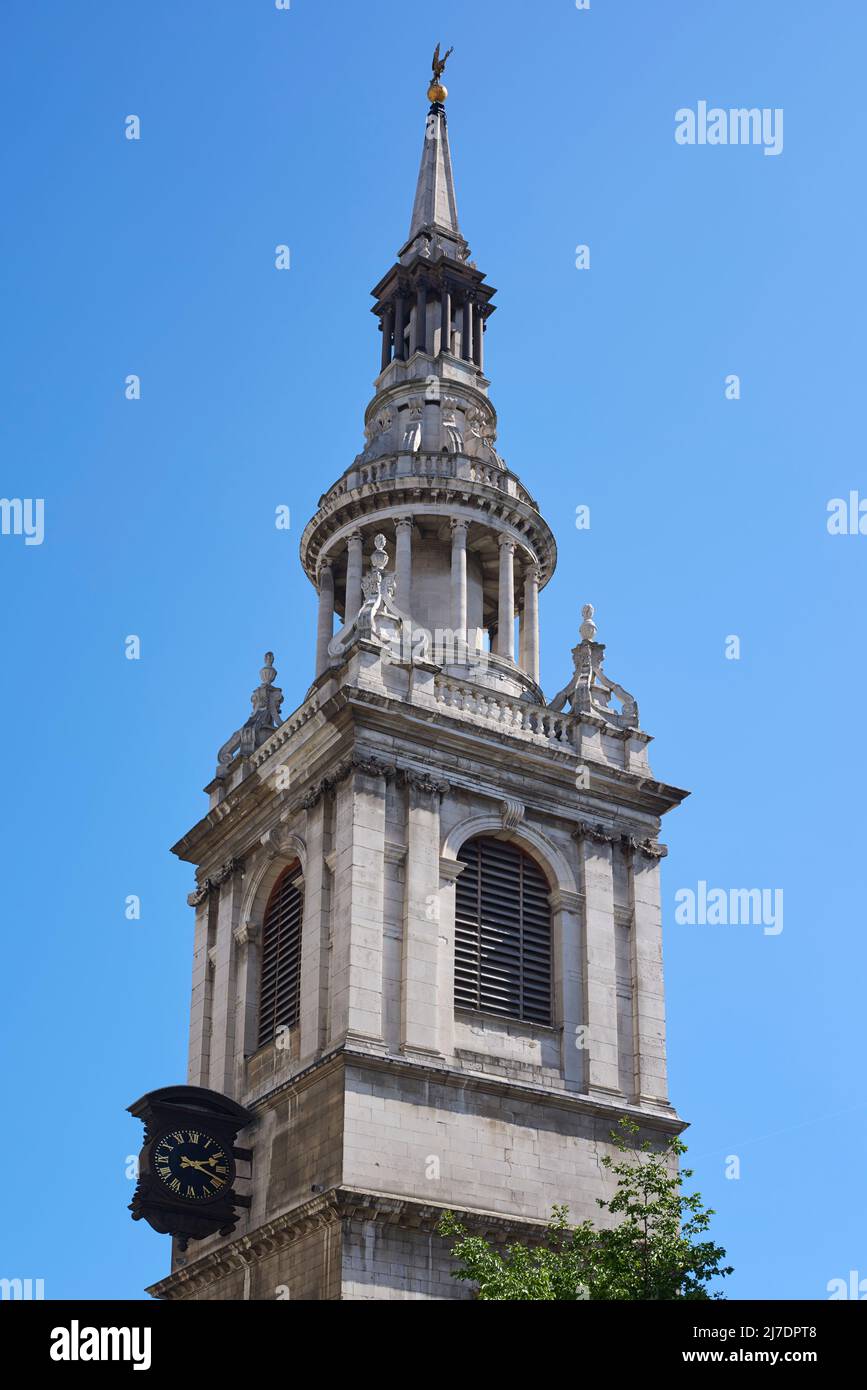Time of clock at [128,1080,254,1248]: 2:18
